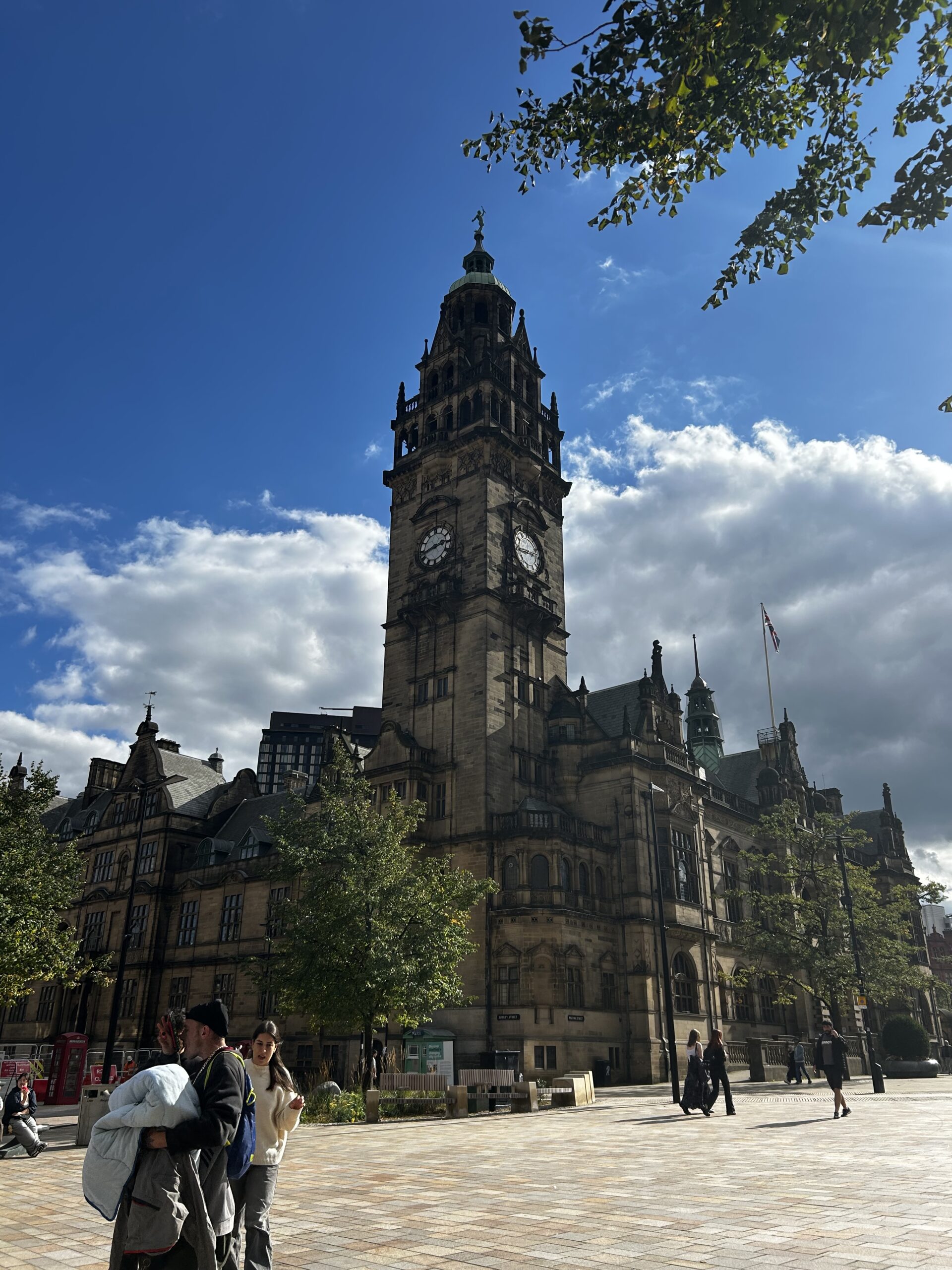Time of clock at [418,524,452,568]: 2:42
